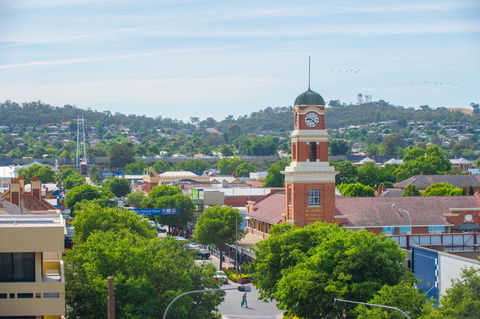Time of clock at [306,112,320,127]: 9:22
